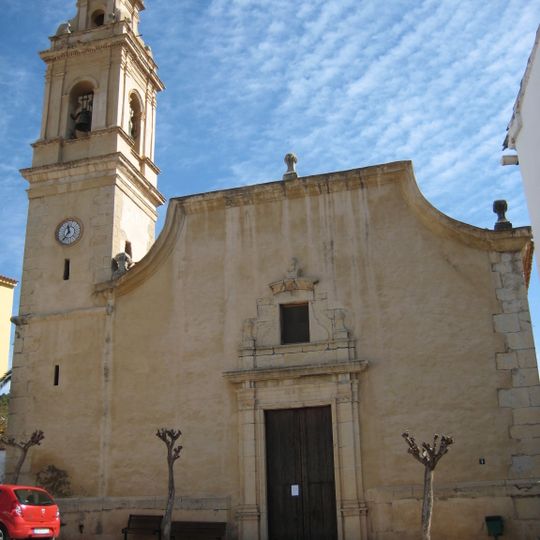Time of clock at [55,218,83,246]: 11:36
